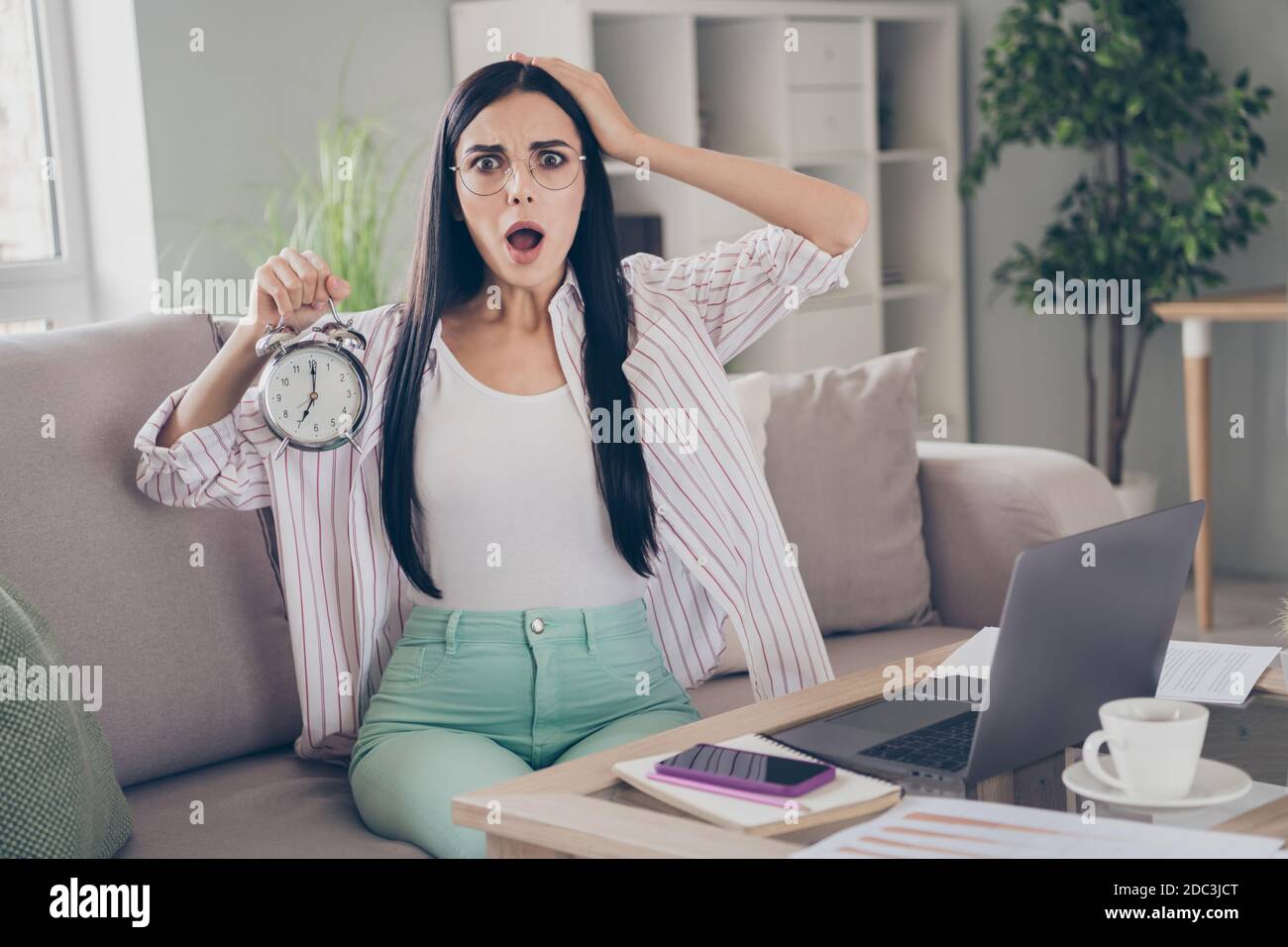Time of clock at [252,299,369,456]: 7:00
